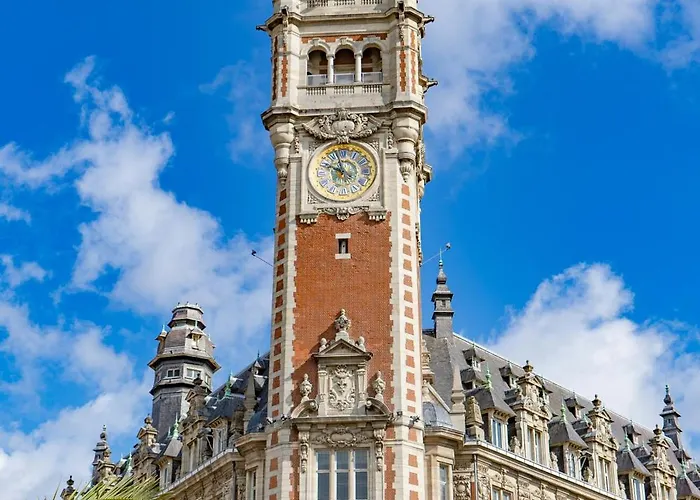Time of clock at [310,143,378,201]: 9:57
